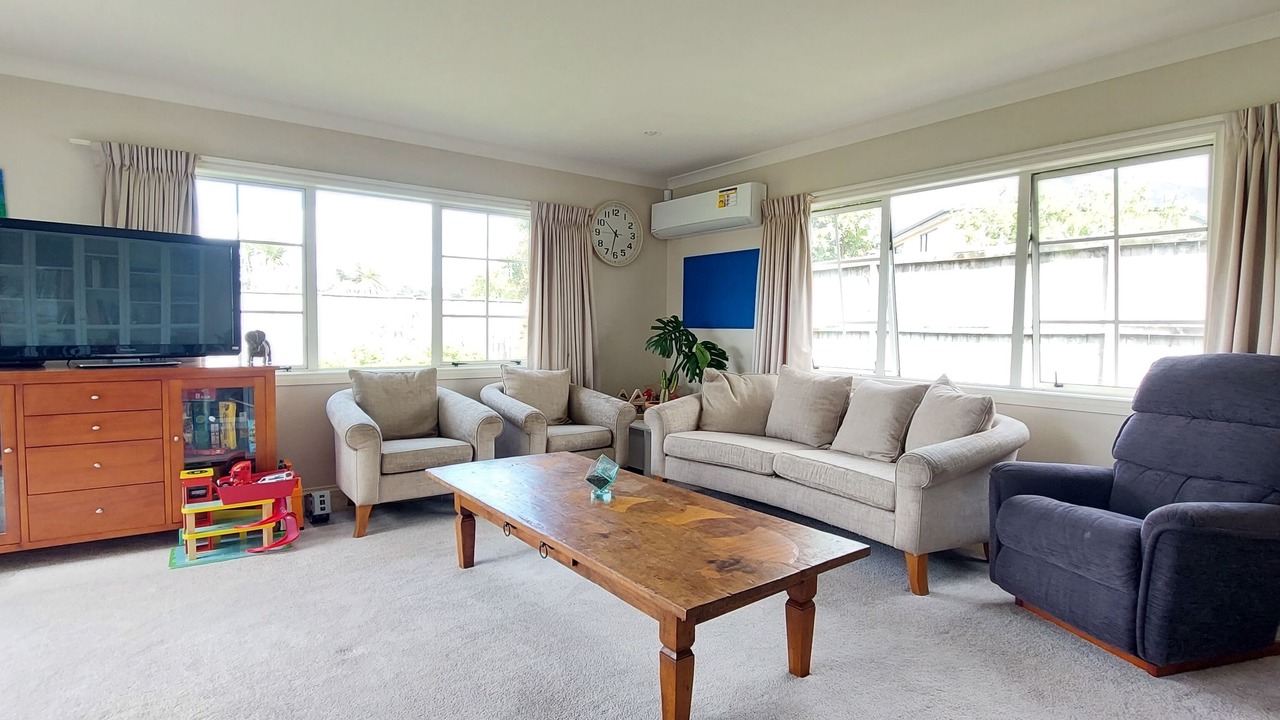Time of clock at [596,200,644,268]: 10:32
